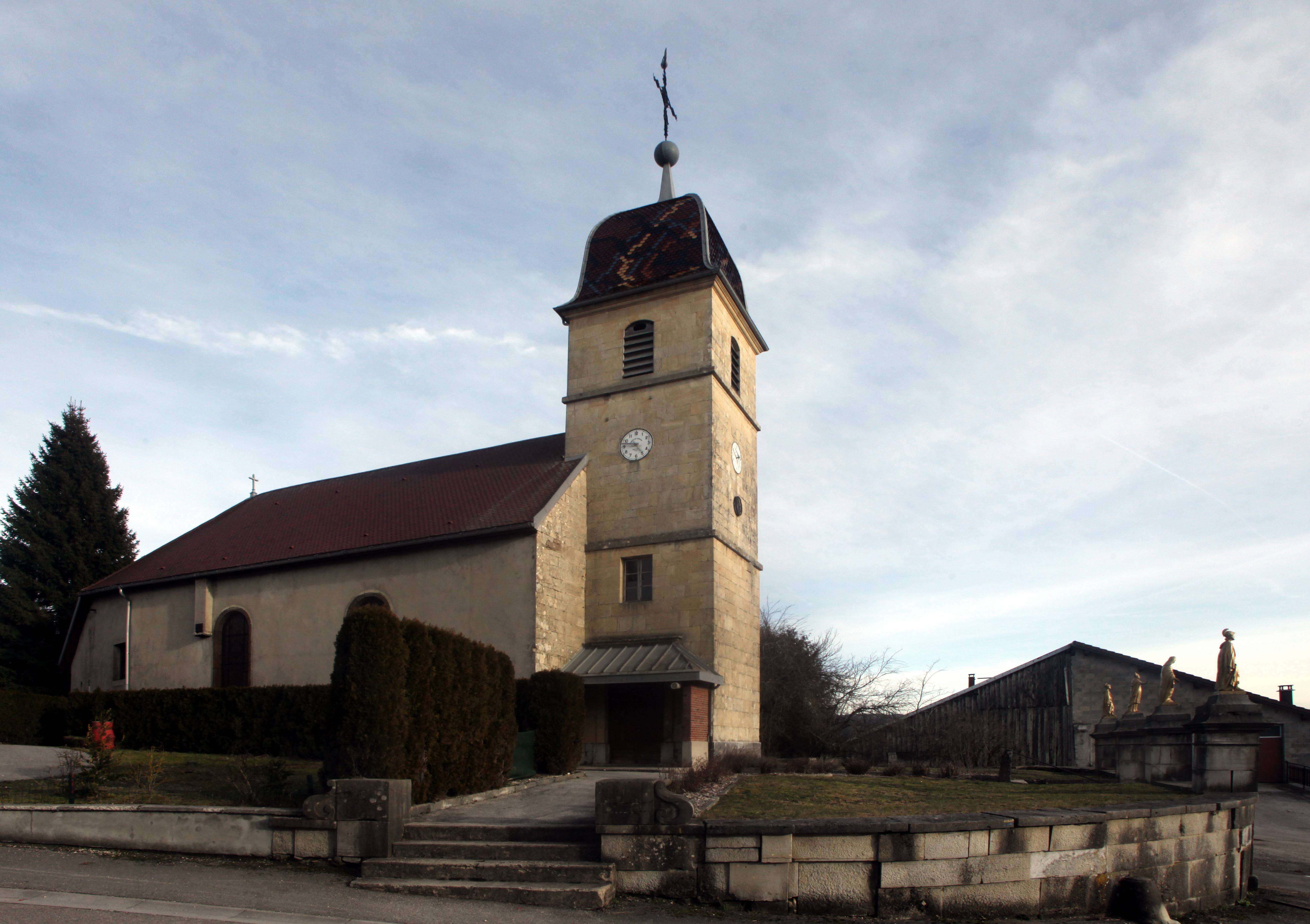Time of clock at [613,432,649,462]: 4:46
